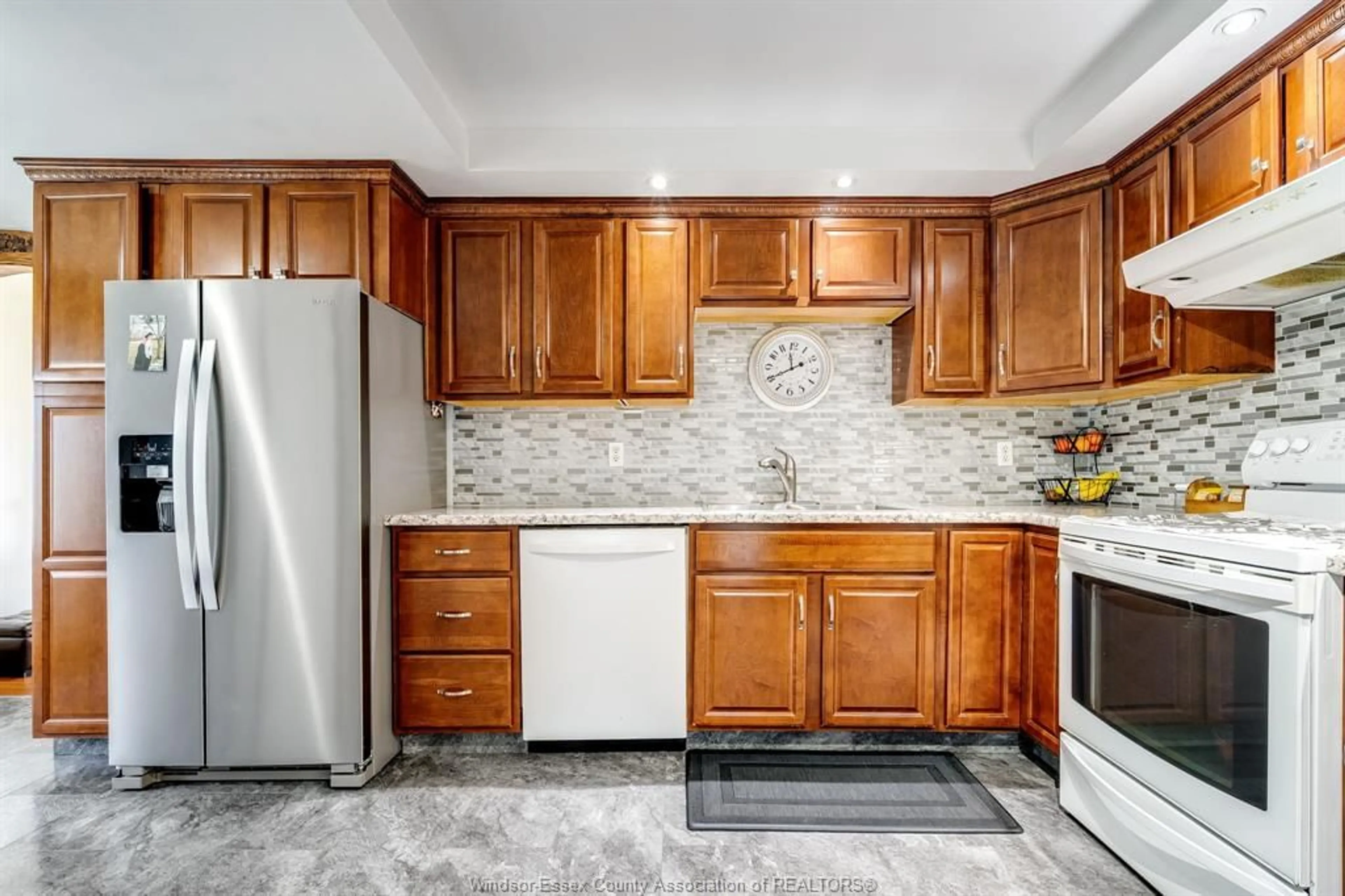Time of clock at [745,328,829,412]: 11:40
